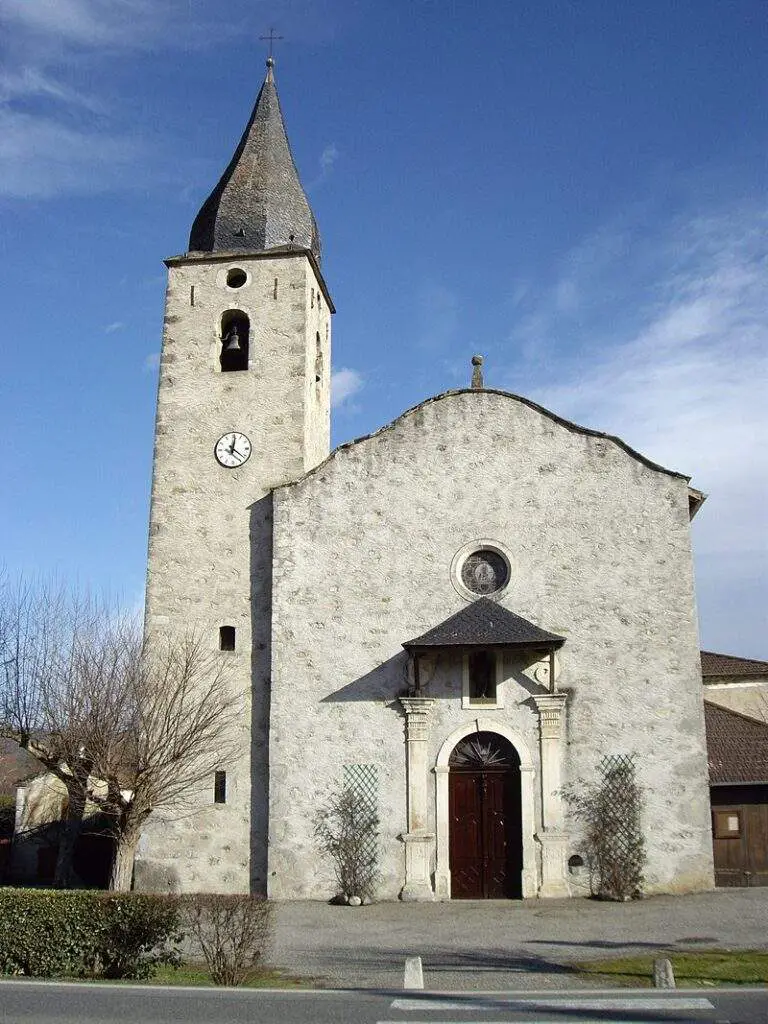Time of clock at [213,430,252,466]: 12:21
